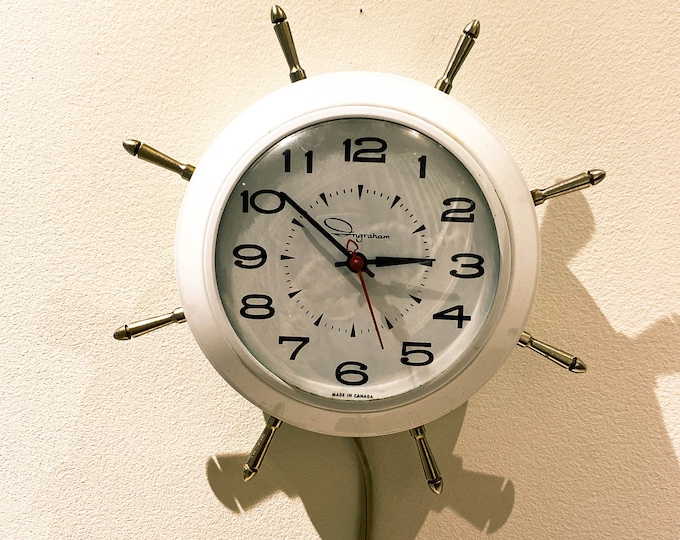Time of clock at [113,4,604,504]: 2:52
